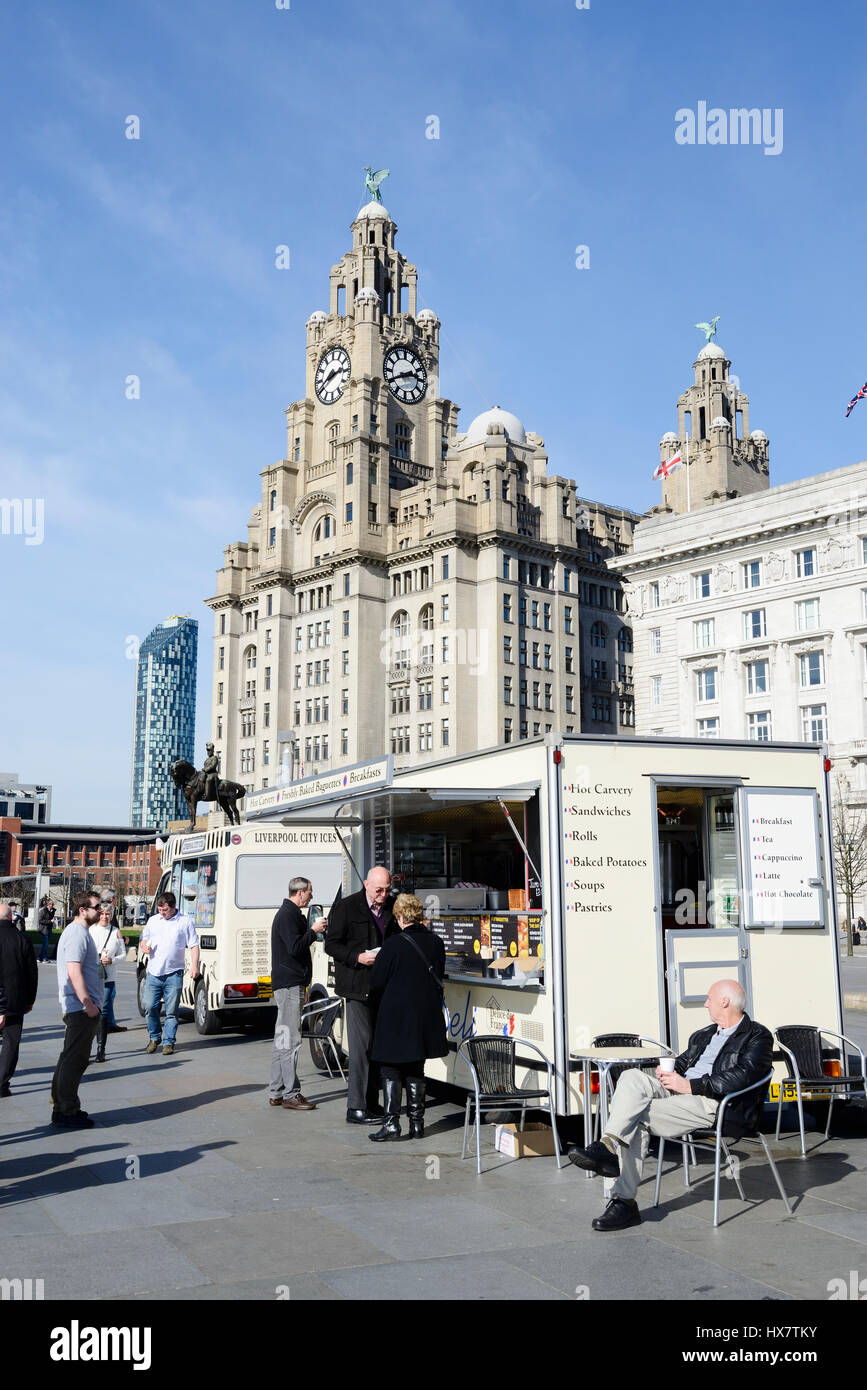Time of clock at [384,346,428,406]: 2:40
